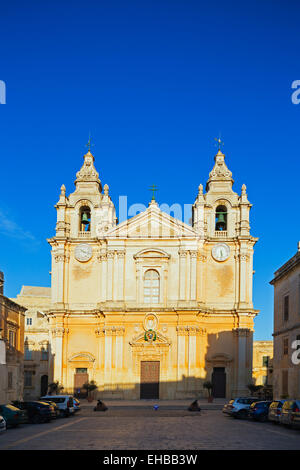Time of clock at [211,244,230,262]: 5:29
